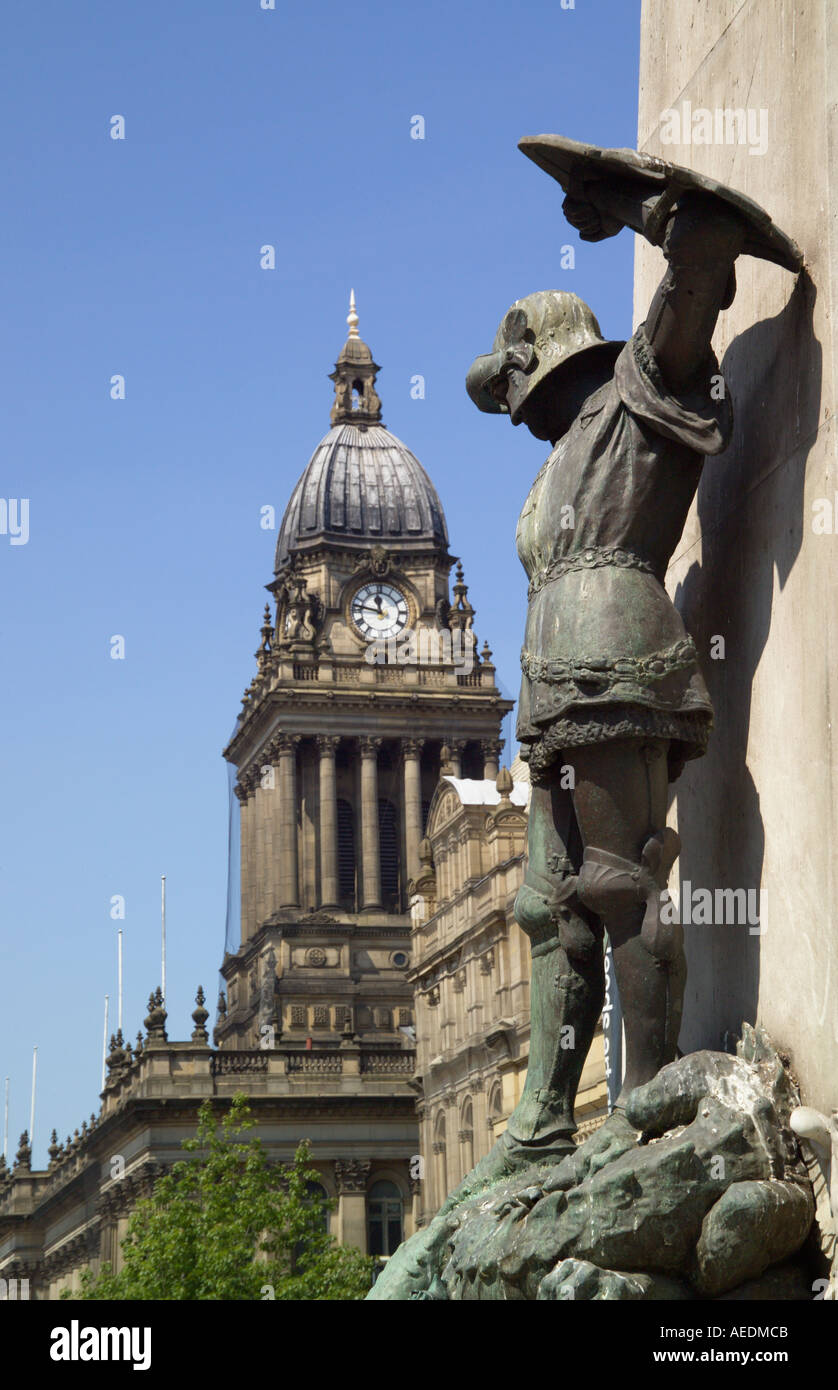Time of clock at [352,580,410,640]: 11:46
